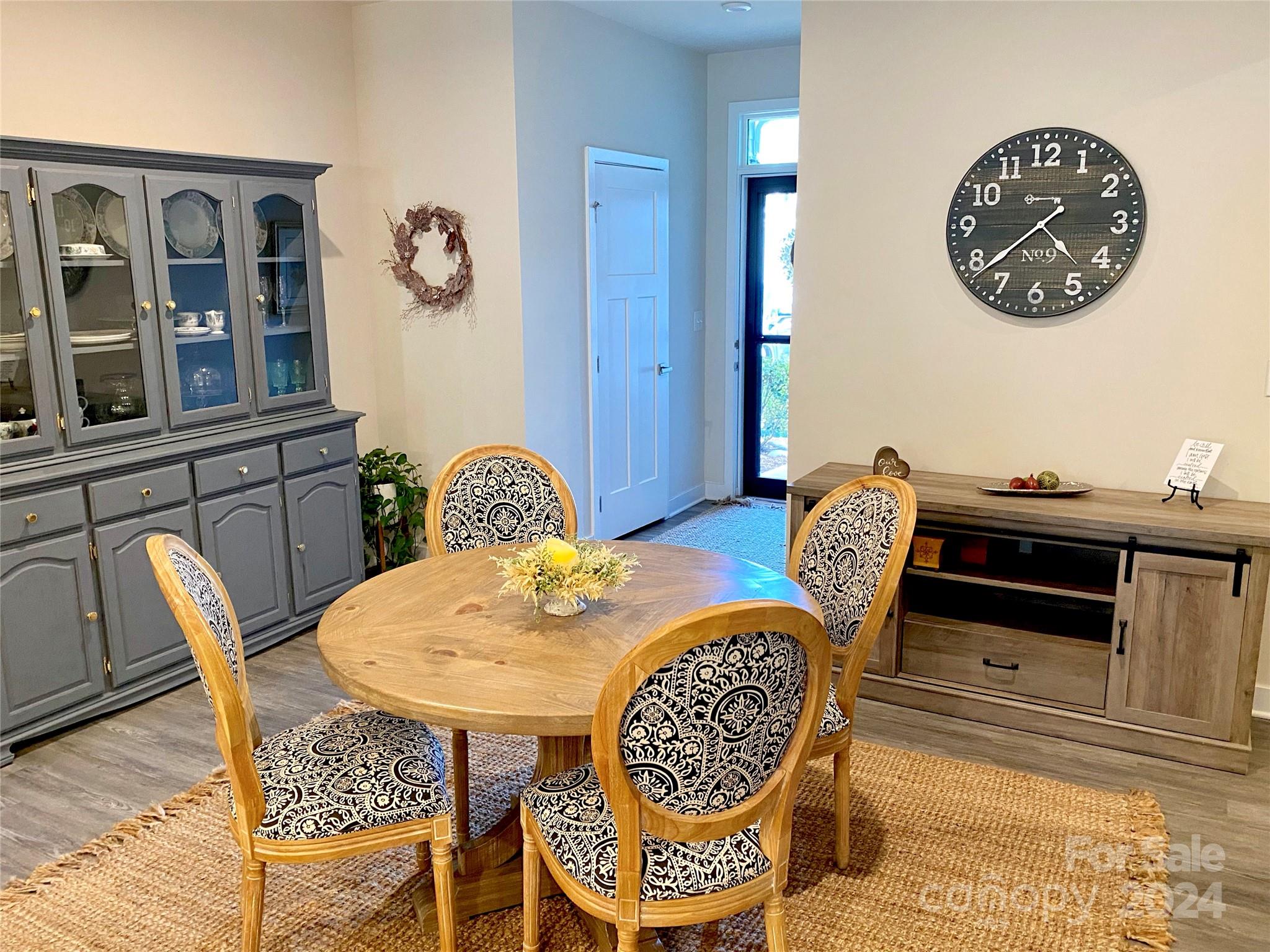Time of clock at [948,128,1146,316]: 4:38
